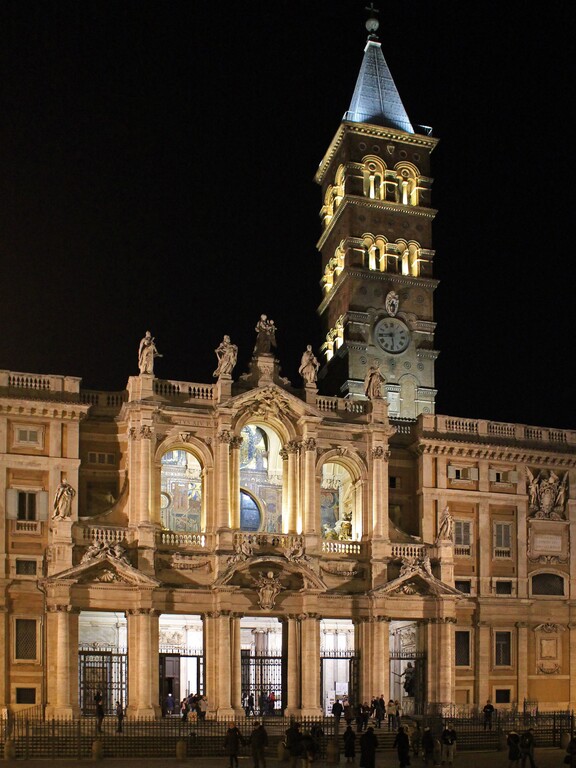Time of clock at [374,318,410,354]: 8:28
